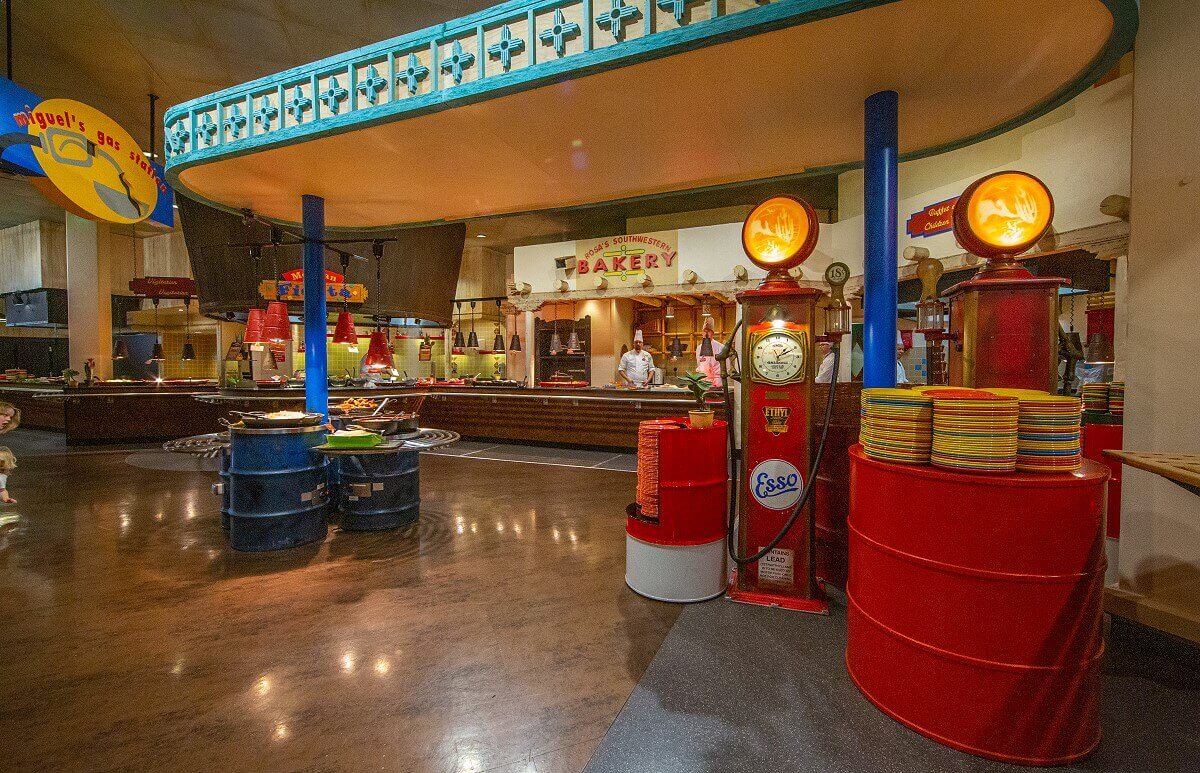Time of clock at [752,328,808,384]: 1:10
